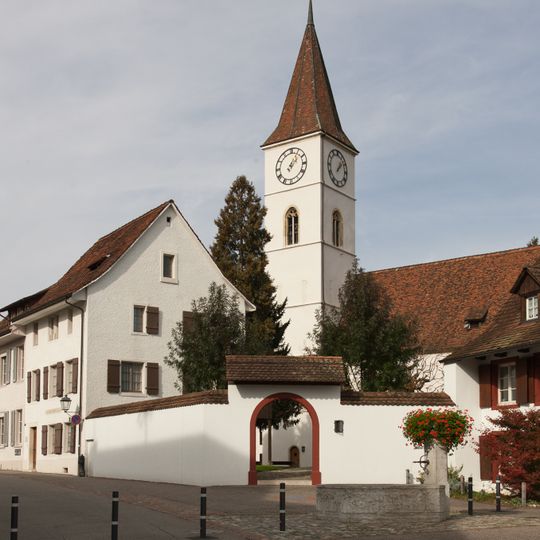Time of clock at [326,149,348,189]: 1:07
